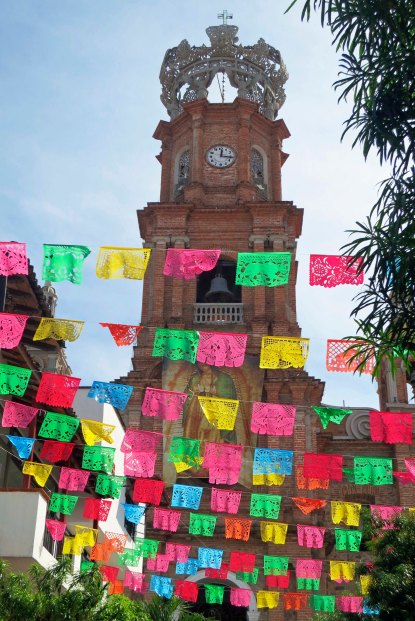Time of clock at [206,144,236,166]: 12:16
